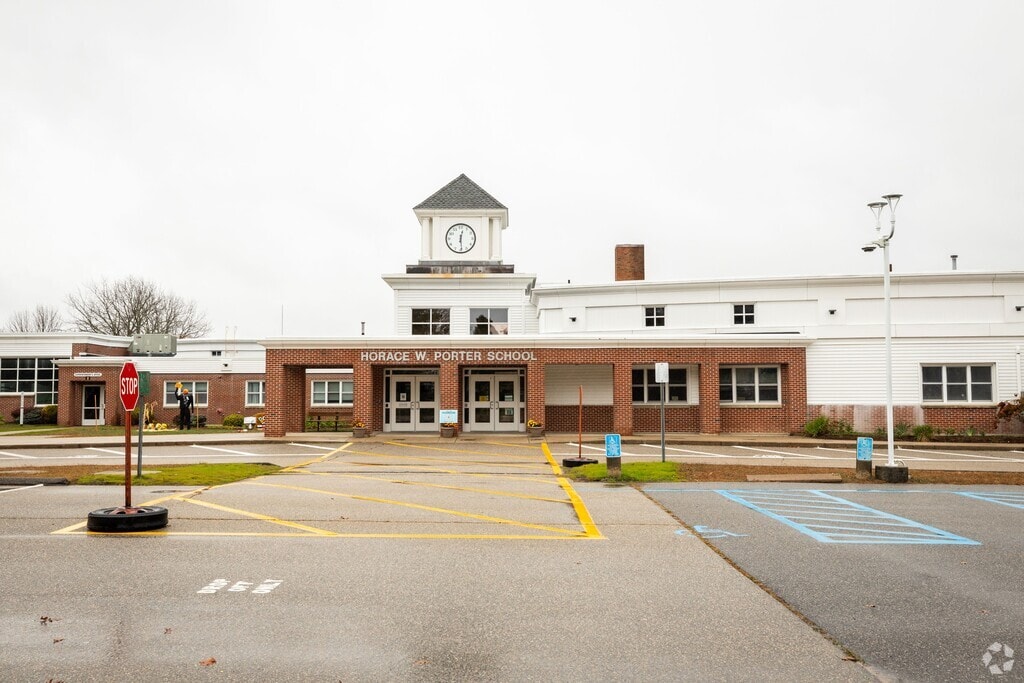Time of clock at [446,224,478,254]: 12:29
